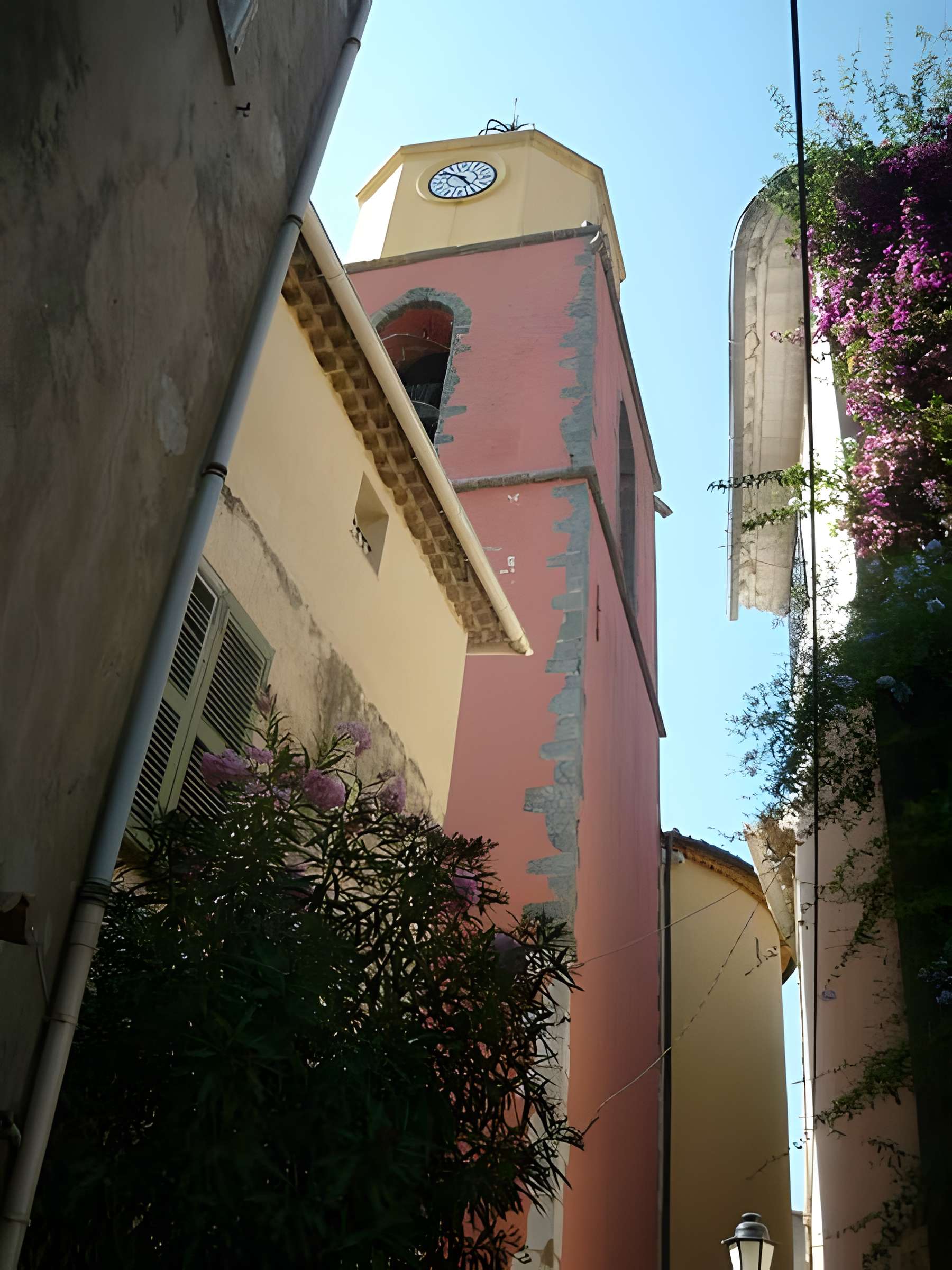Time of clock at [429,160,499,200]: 10:24
